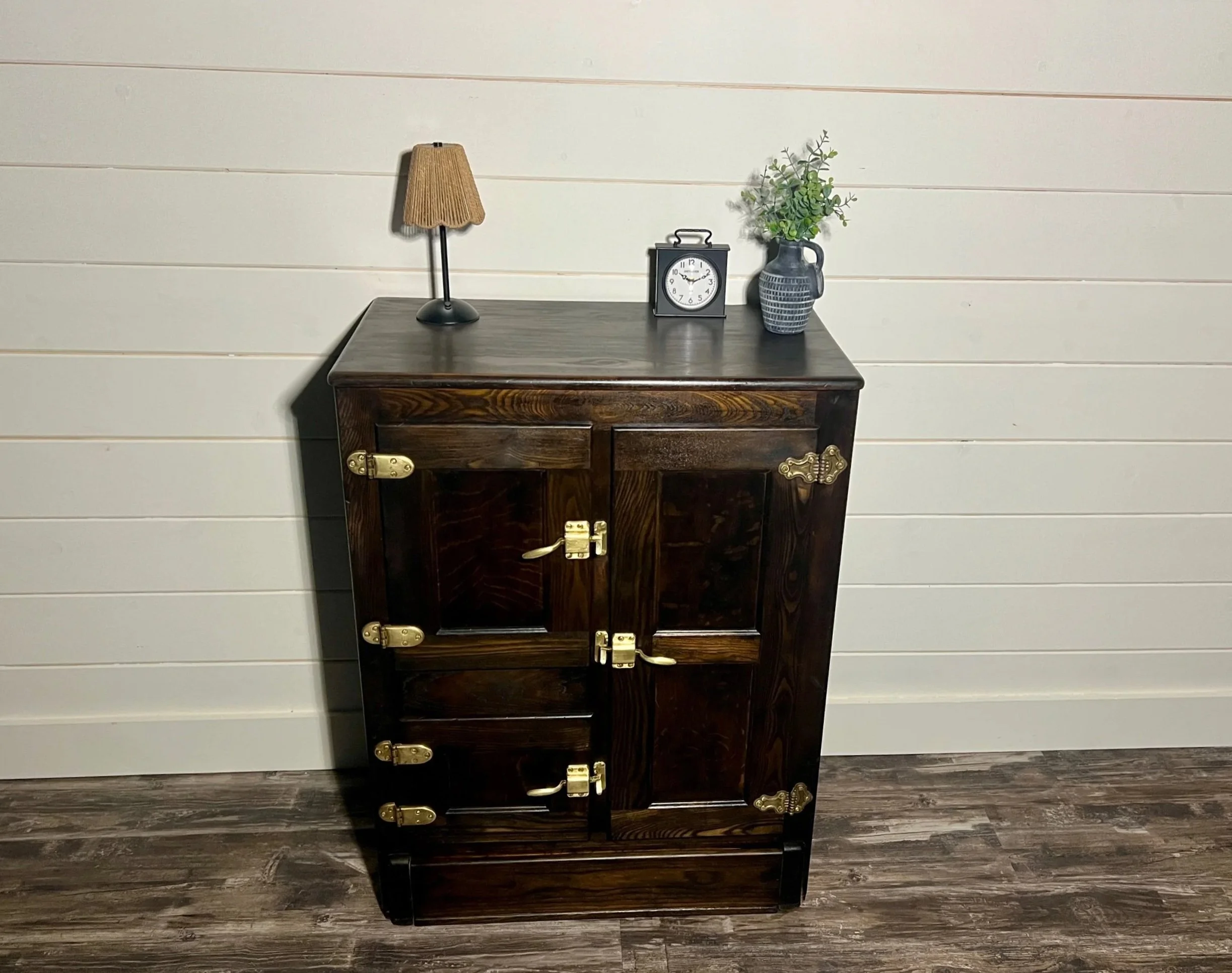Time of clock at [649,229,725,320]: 10:11
